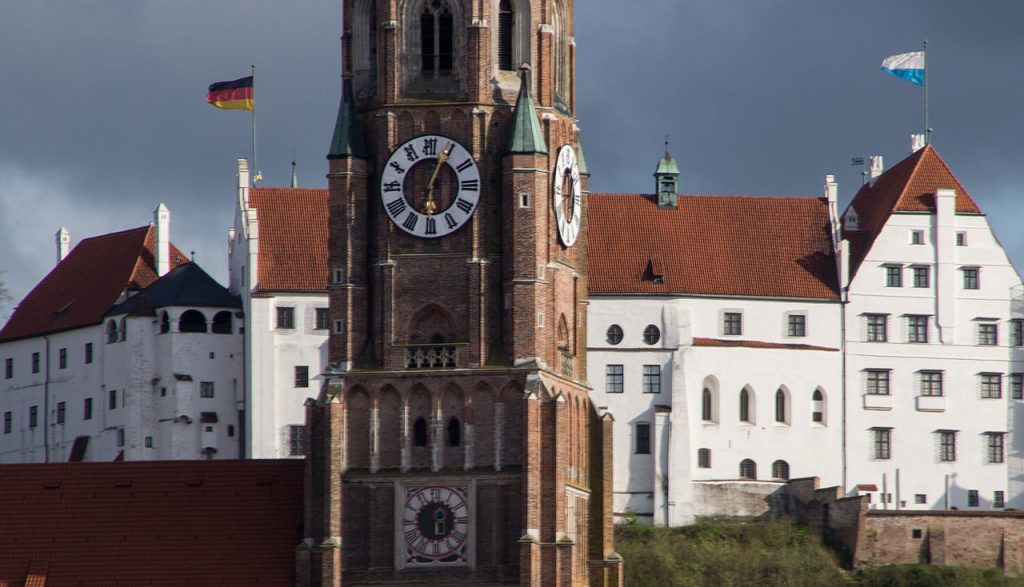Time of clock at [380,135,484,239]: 6:04
